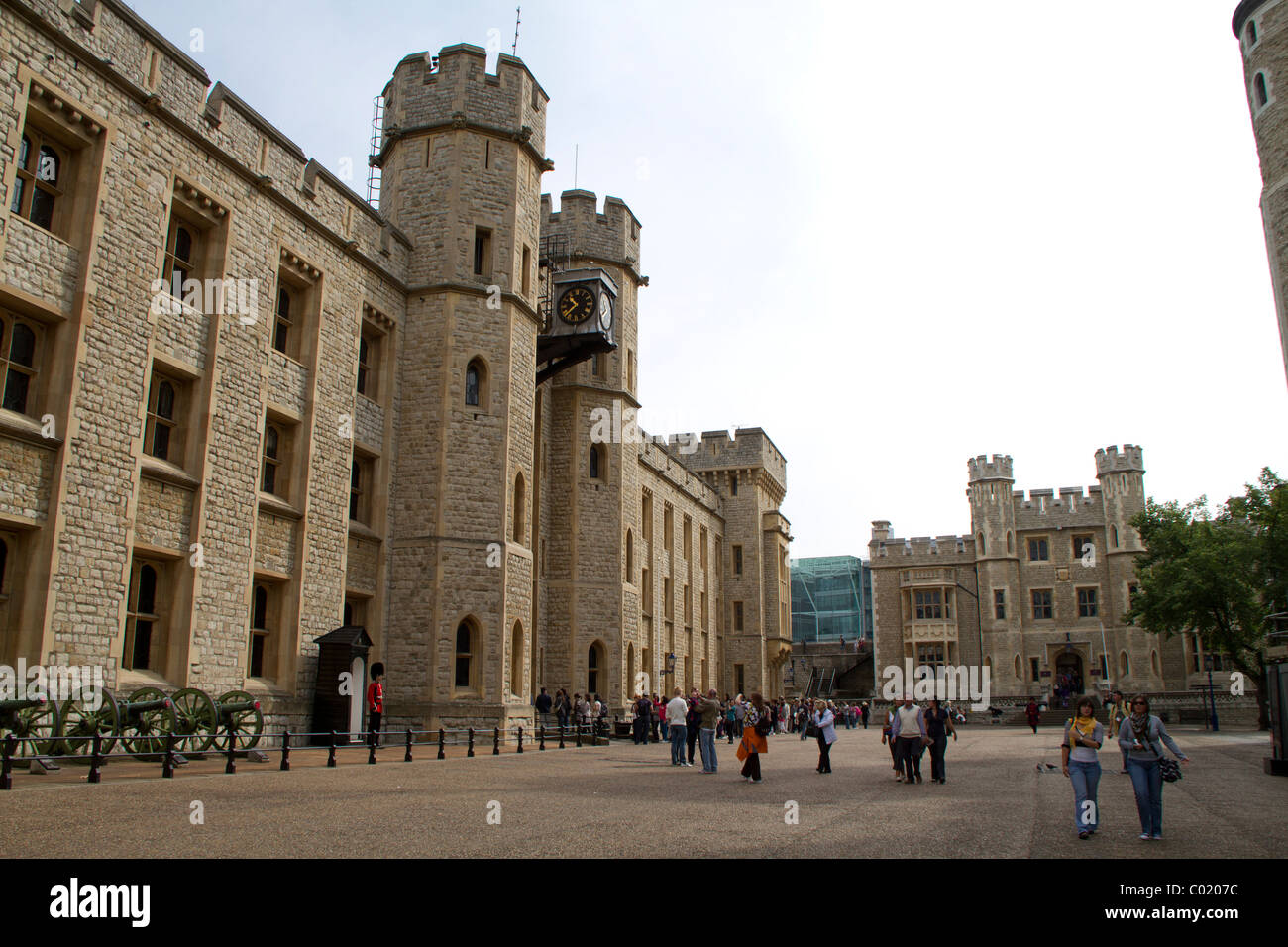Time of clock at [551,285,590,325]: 10:37
